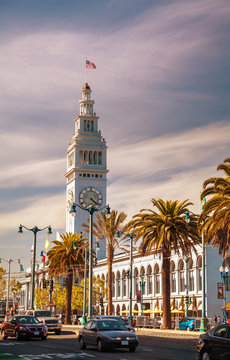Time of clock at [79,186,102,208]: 4:21
